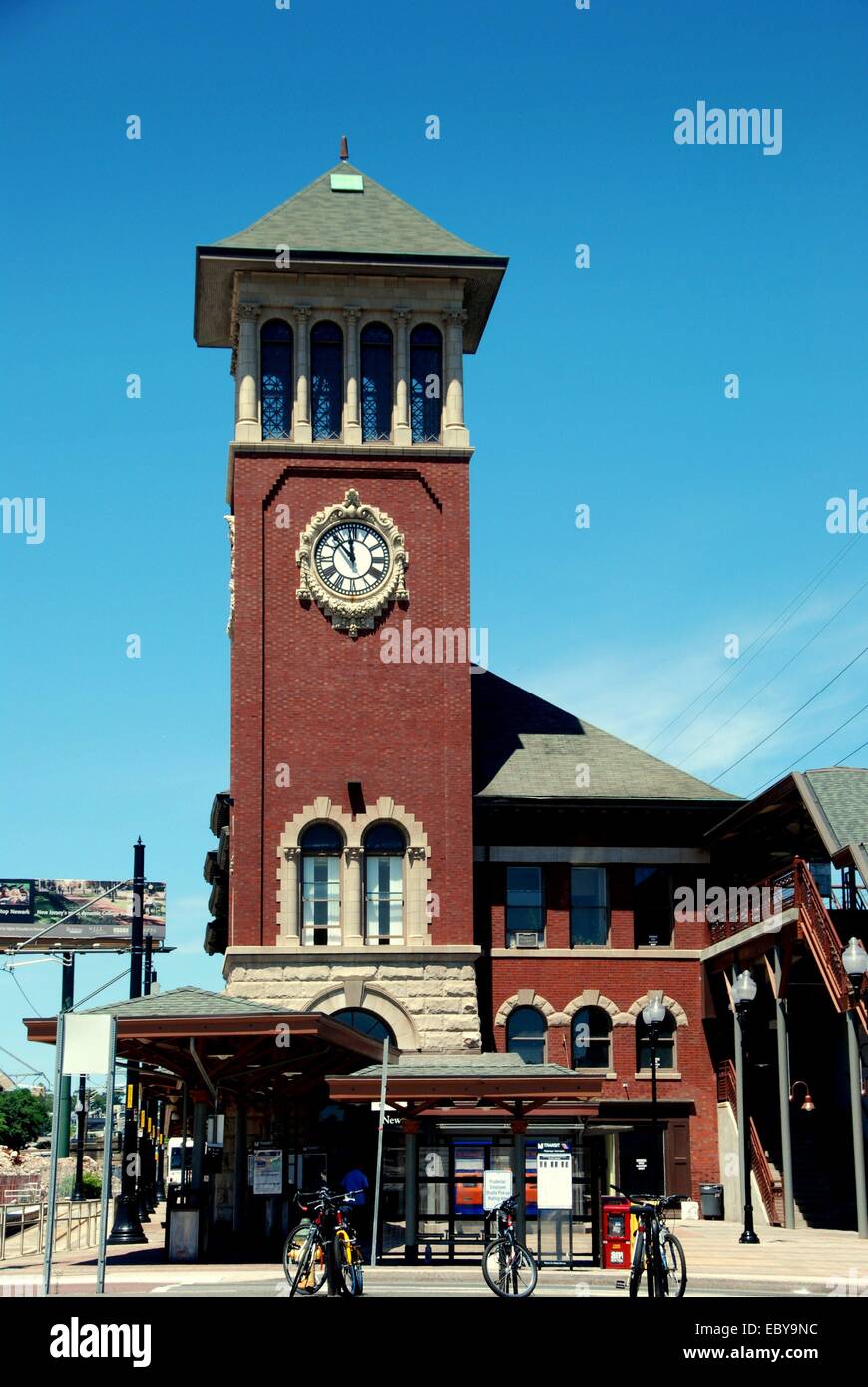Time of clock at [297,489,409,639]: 11:52
